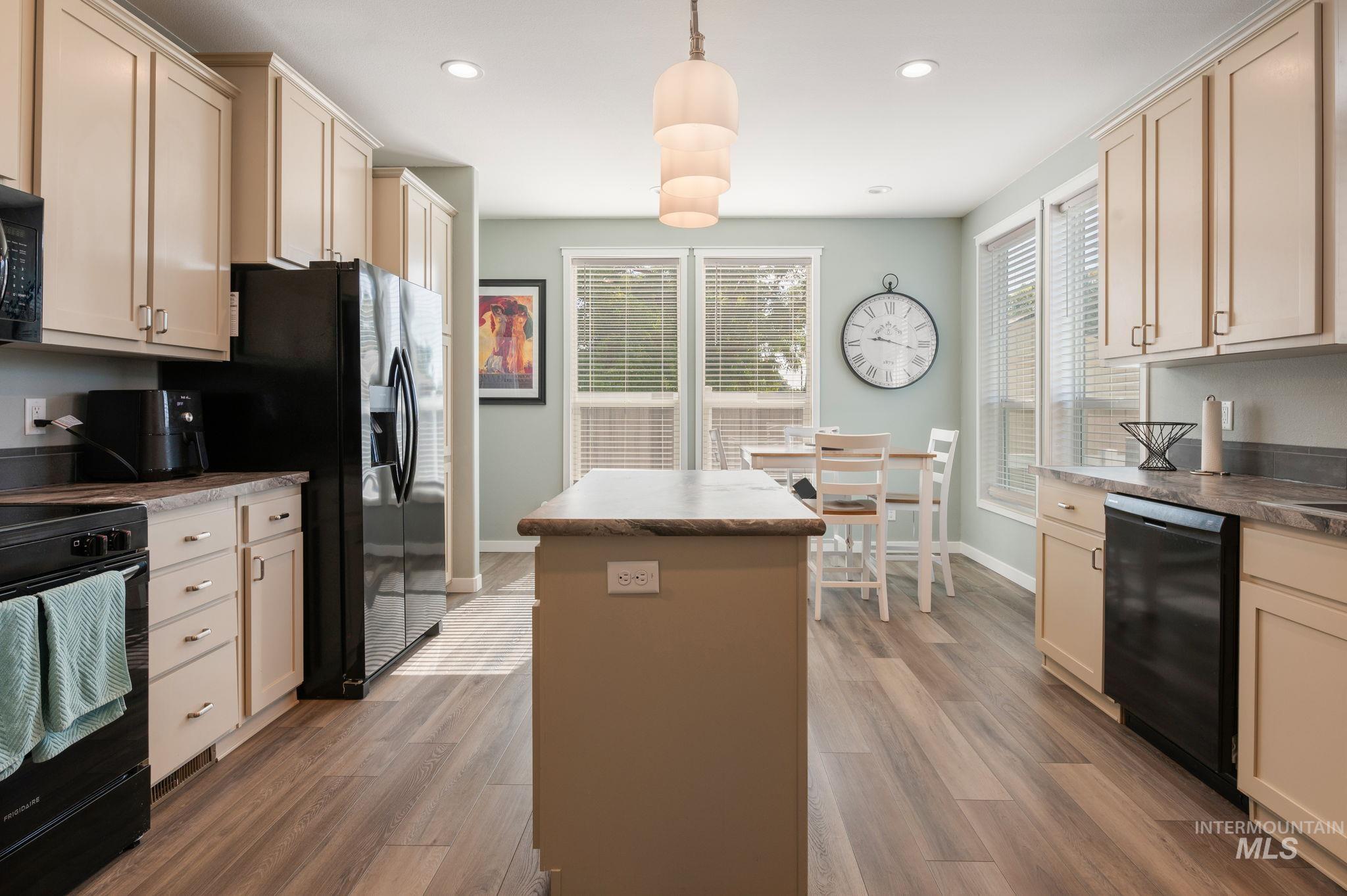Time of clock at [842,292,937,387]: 9:17
